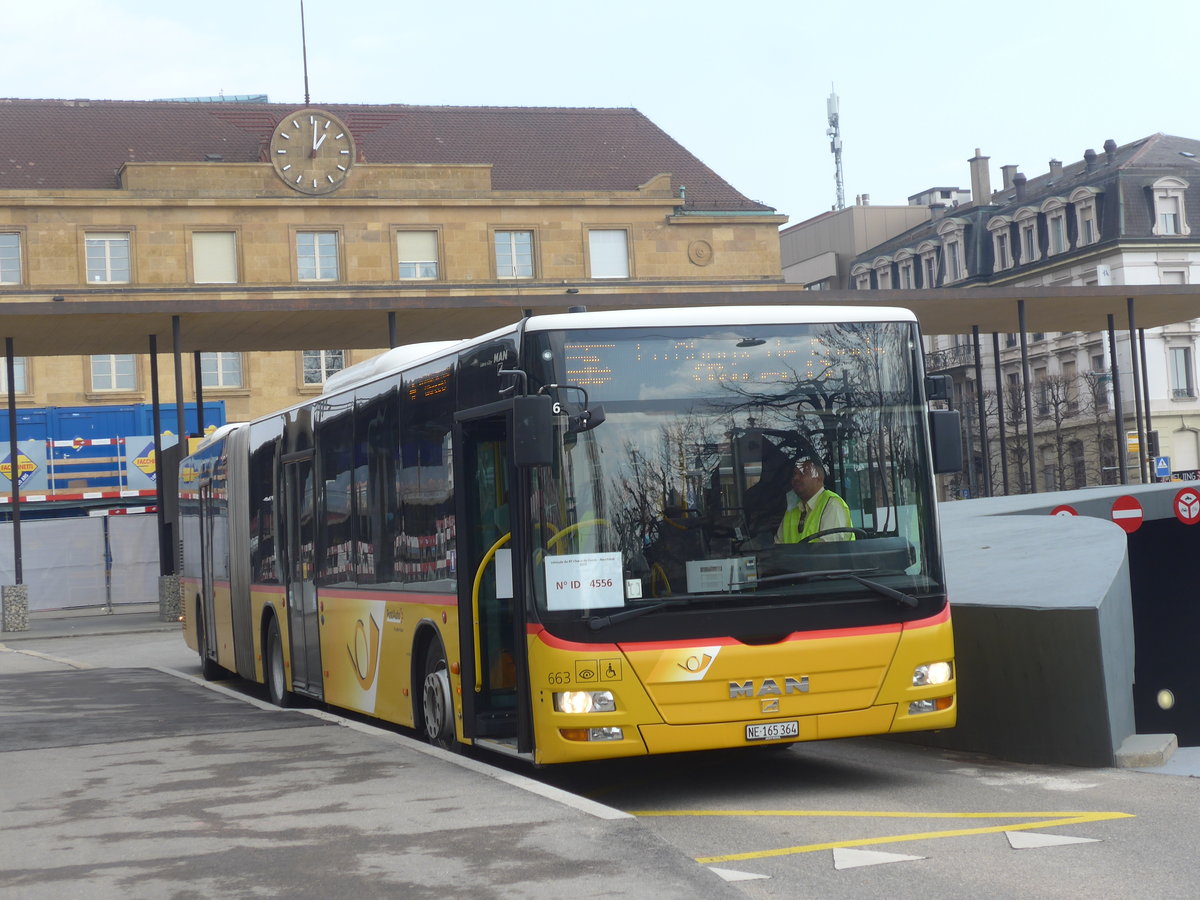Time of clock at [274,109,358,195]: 1:01
